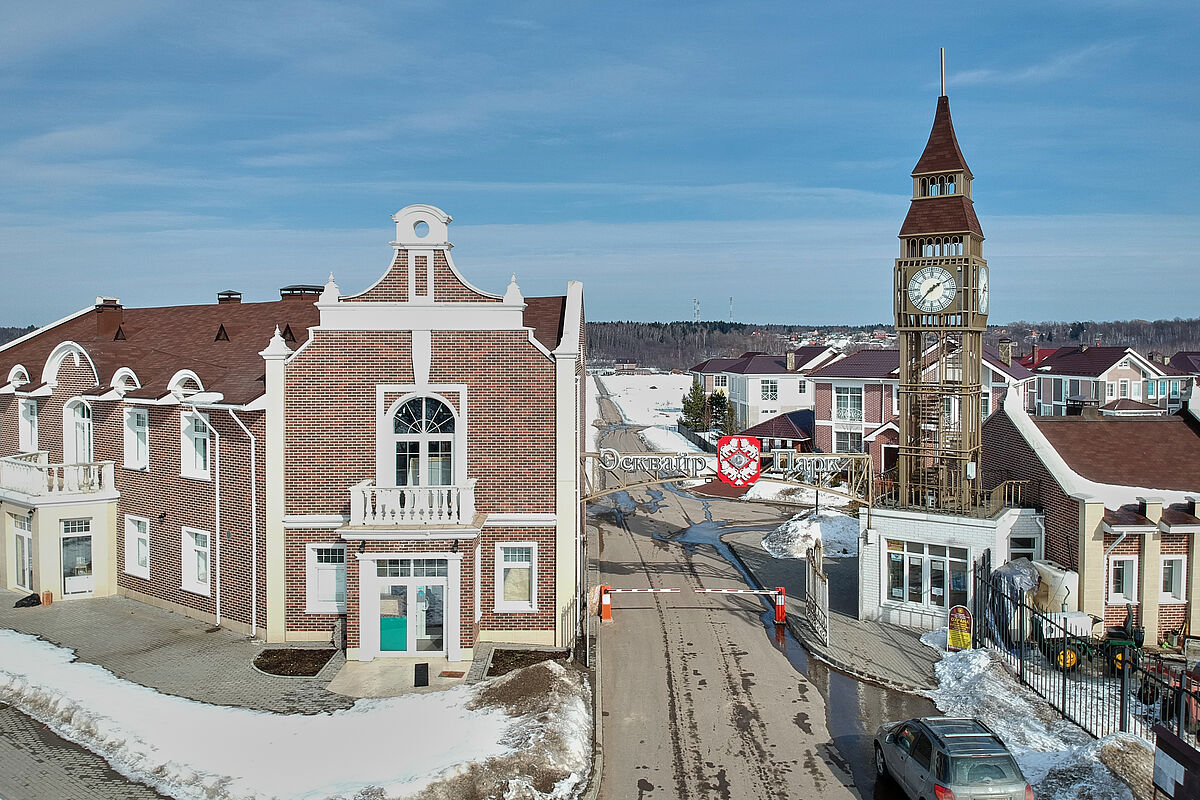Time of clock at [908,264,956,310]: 1:36
